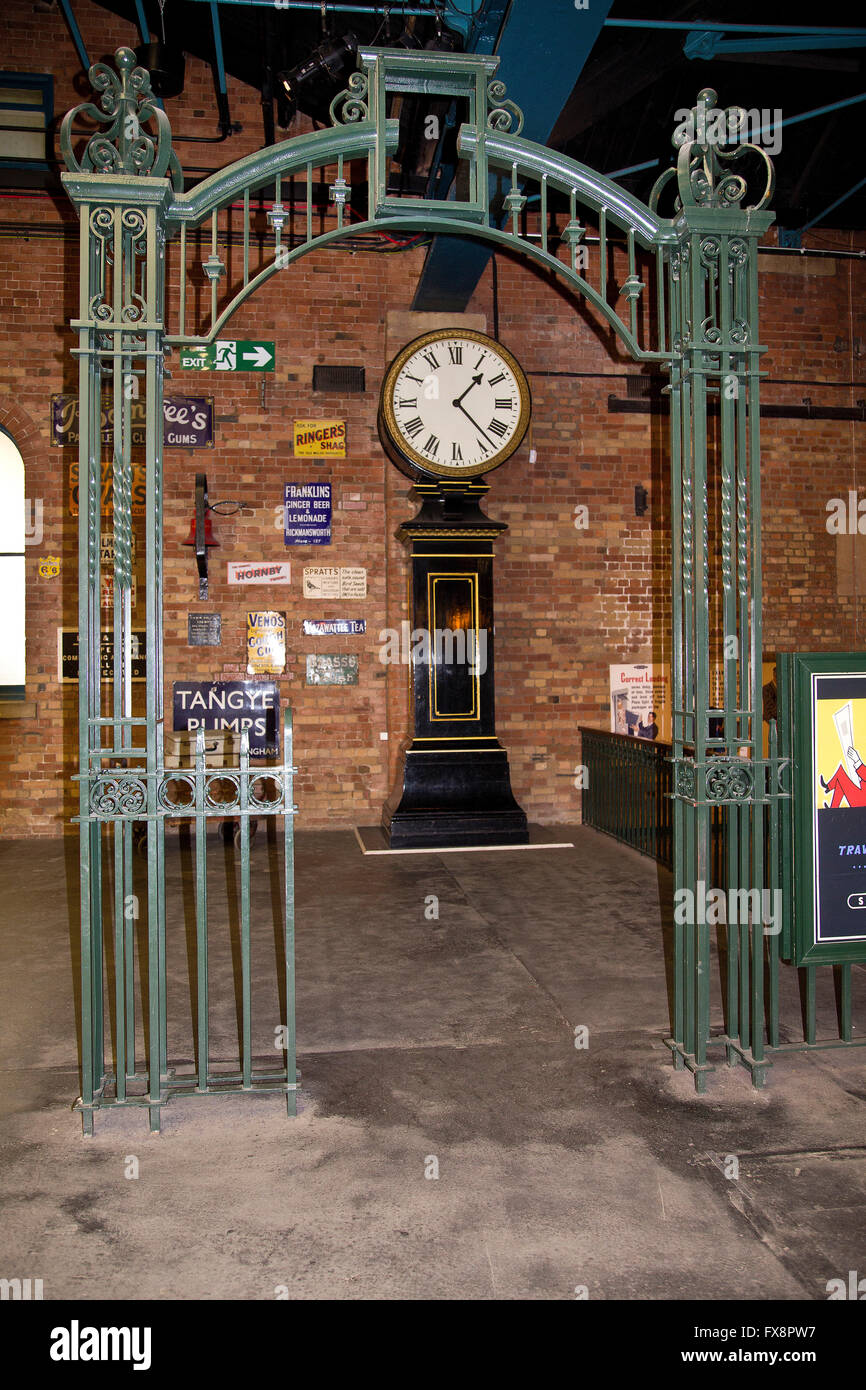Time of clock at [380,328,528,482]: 1:23
